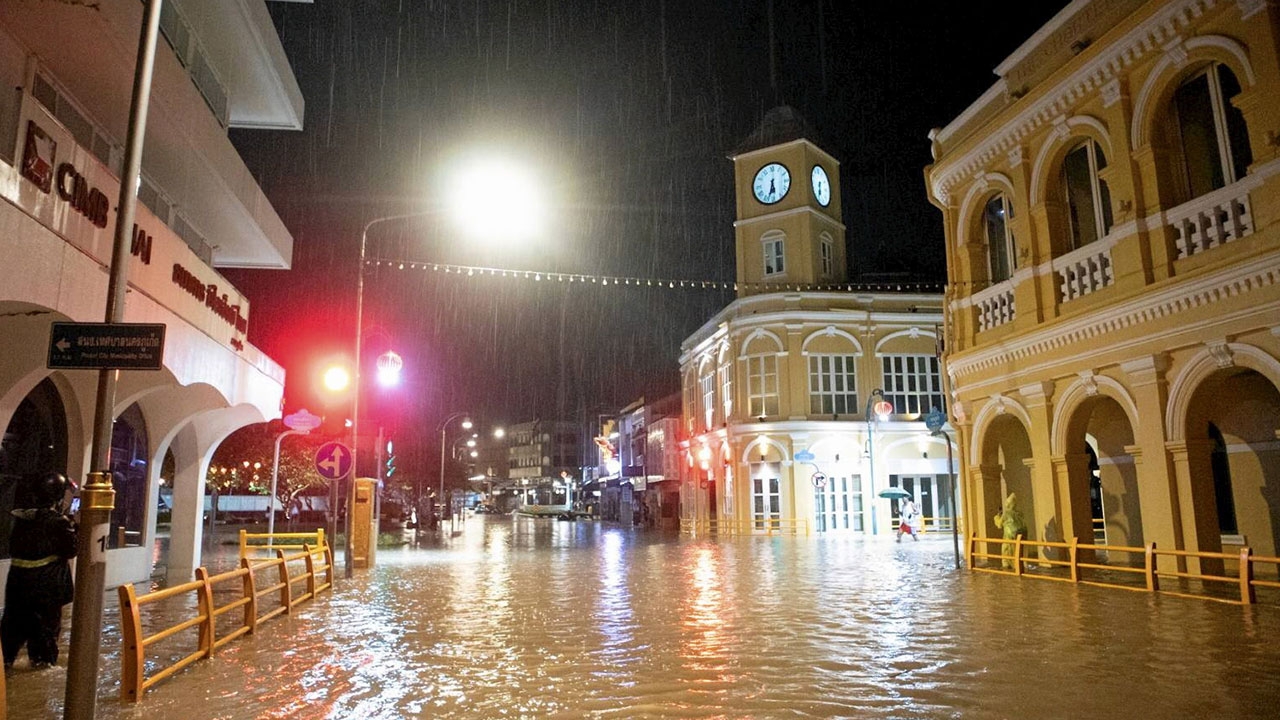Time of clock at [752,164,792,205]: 5:33
